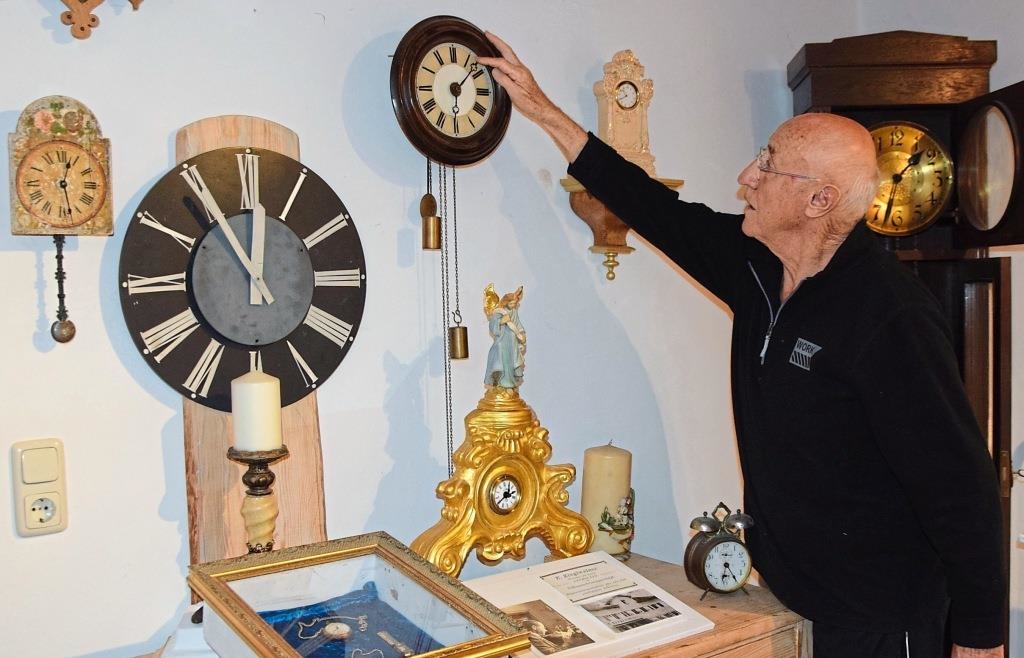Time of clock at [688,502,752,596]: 6:24
